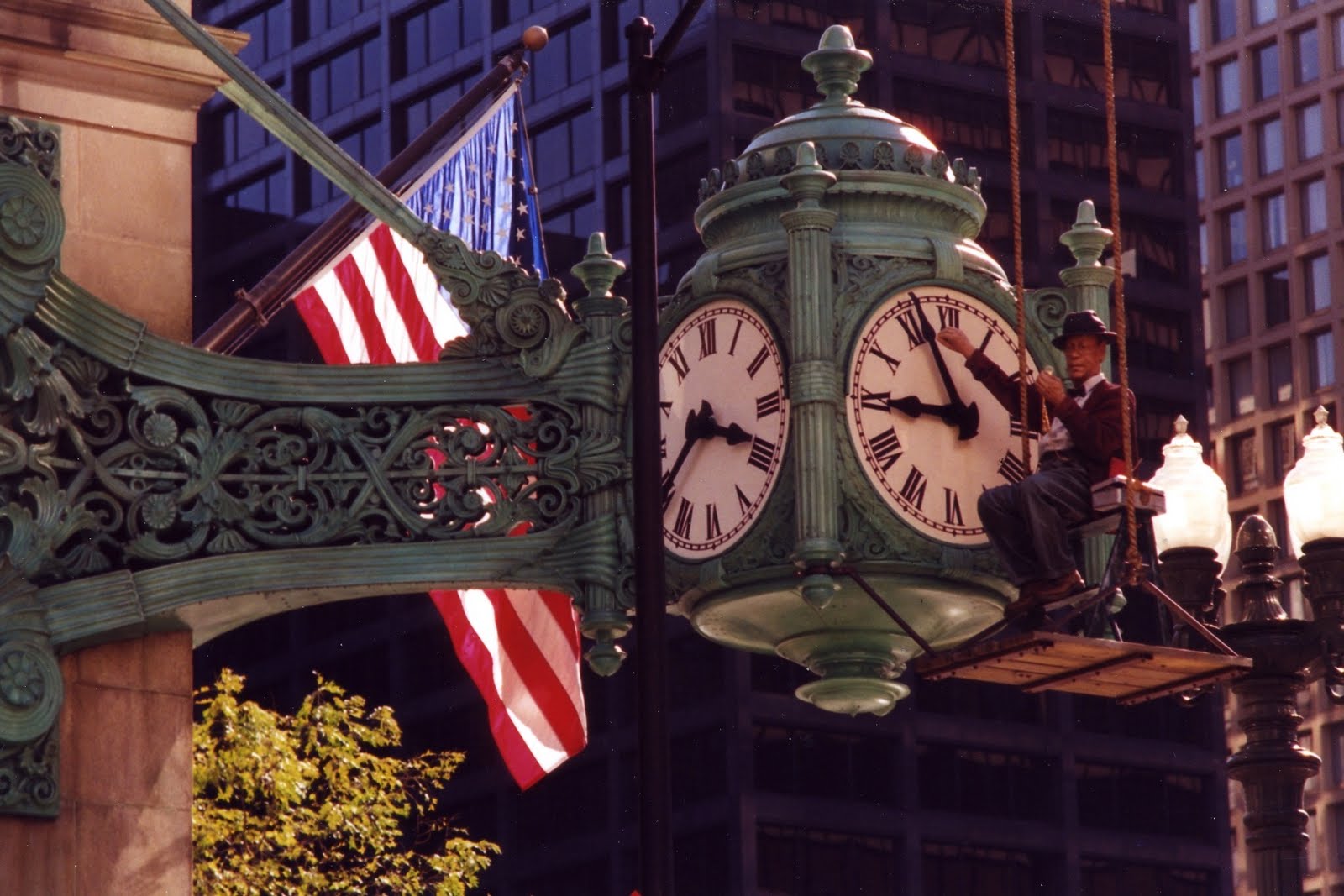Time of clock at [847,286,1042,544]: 8:56
